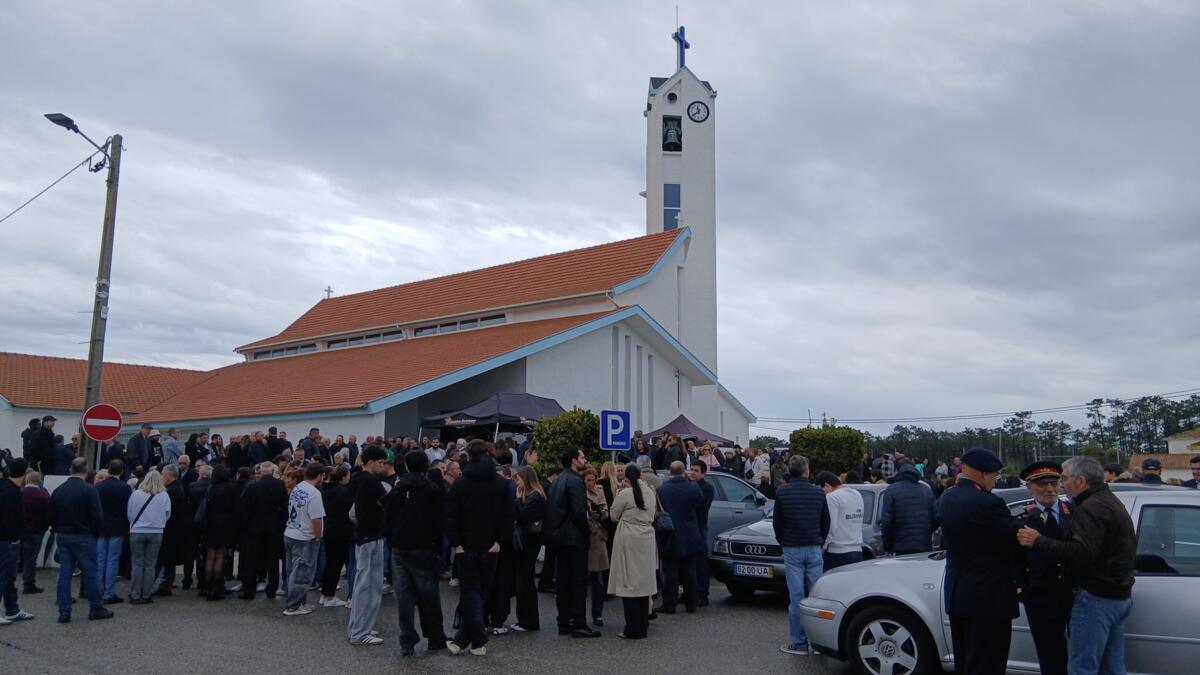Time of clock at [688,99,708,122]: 11:38
